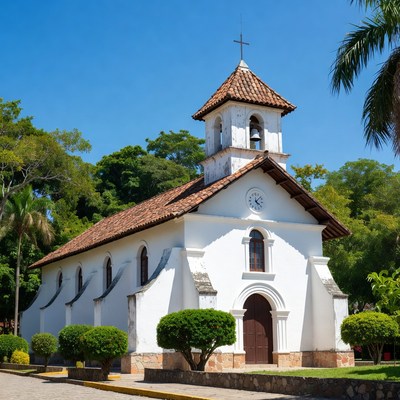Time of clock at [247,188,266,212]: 4:07
